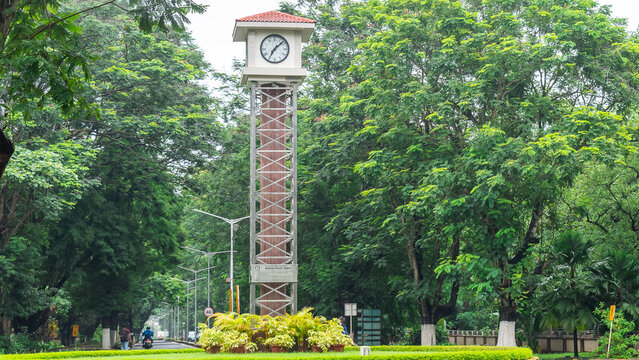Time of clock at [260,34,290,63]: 7:07
